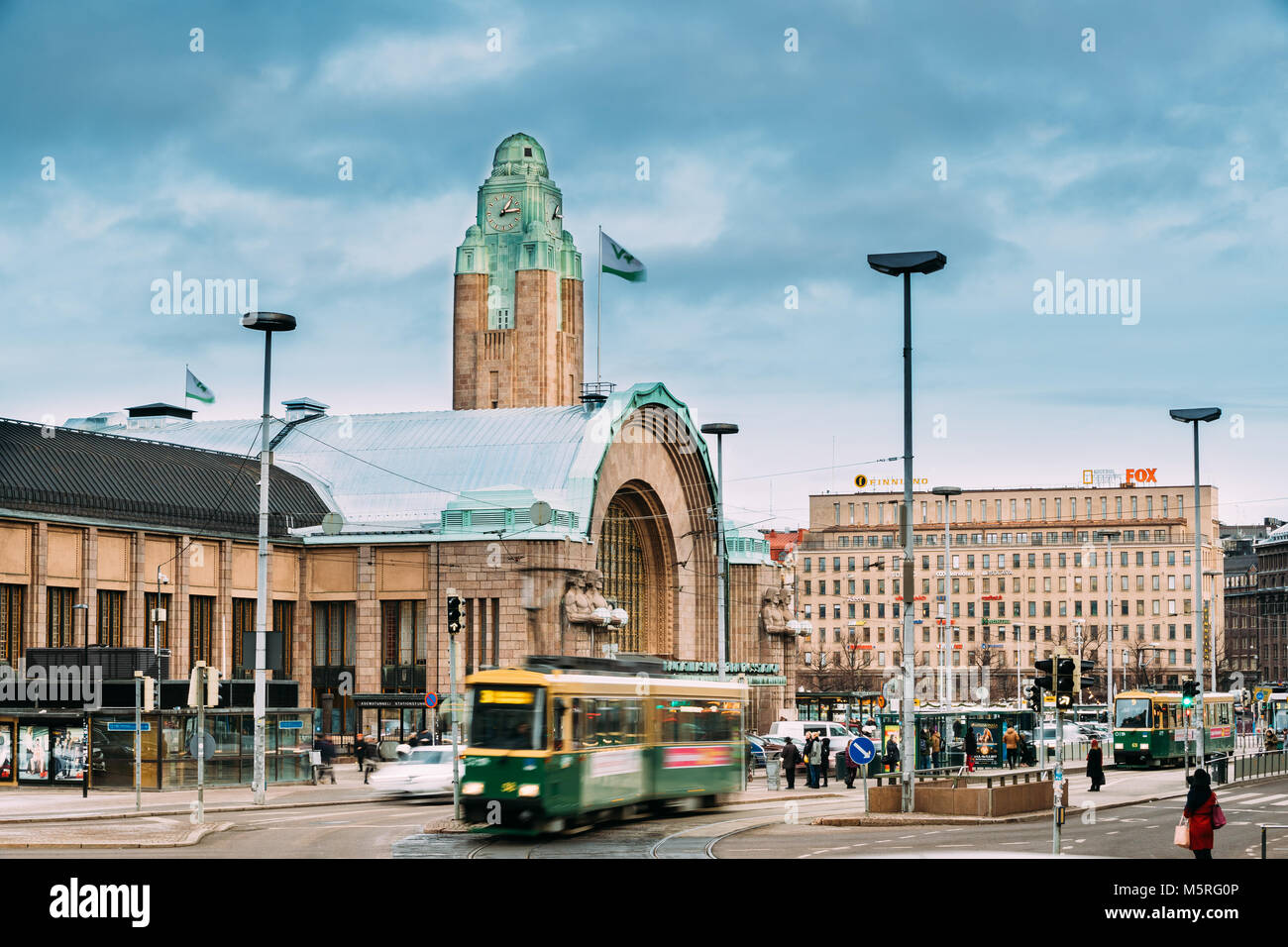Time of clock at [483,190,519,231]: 1:13
